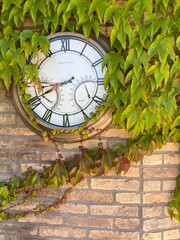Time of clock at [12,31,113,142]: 8:40
